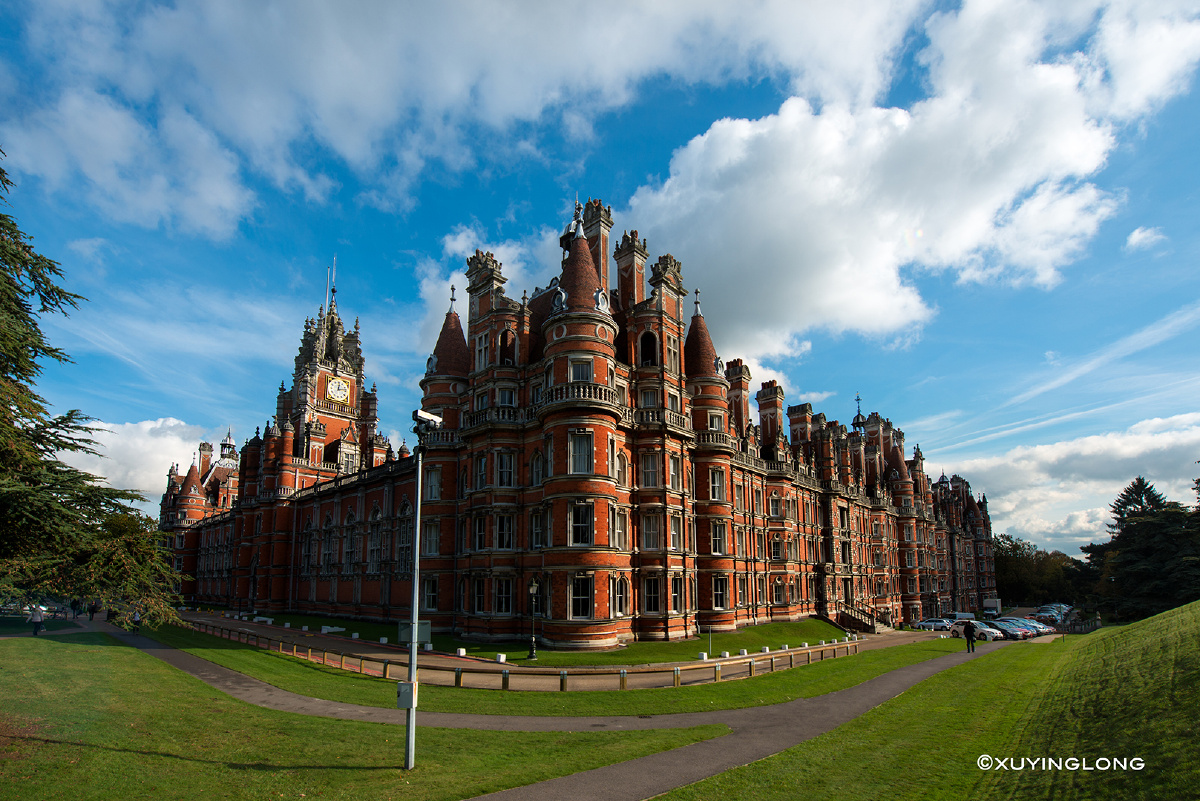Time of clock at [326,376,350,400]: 12:13
